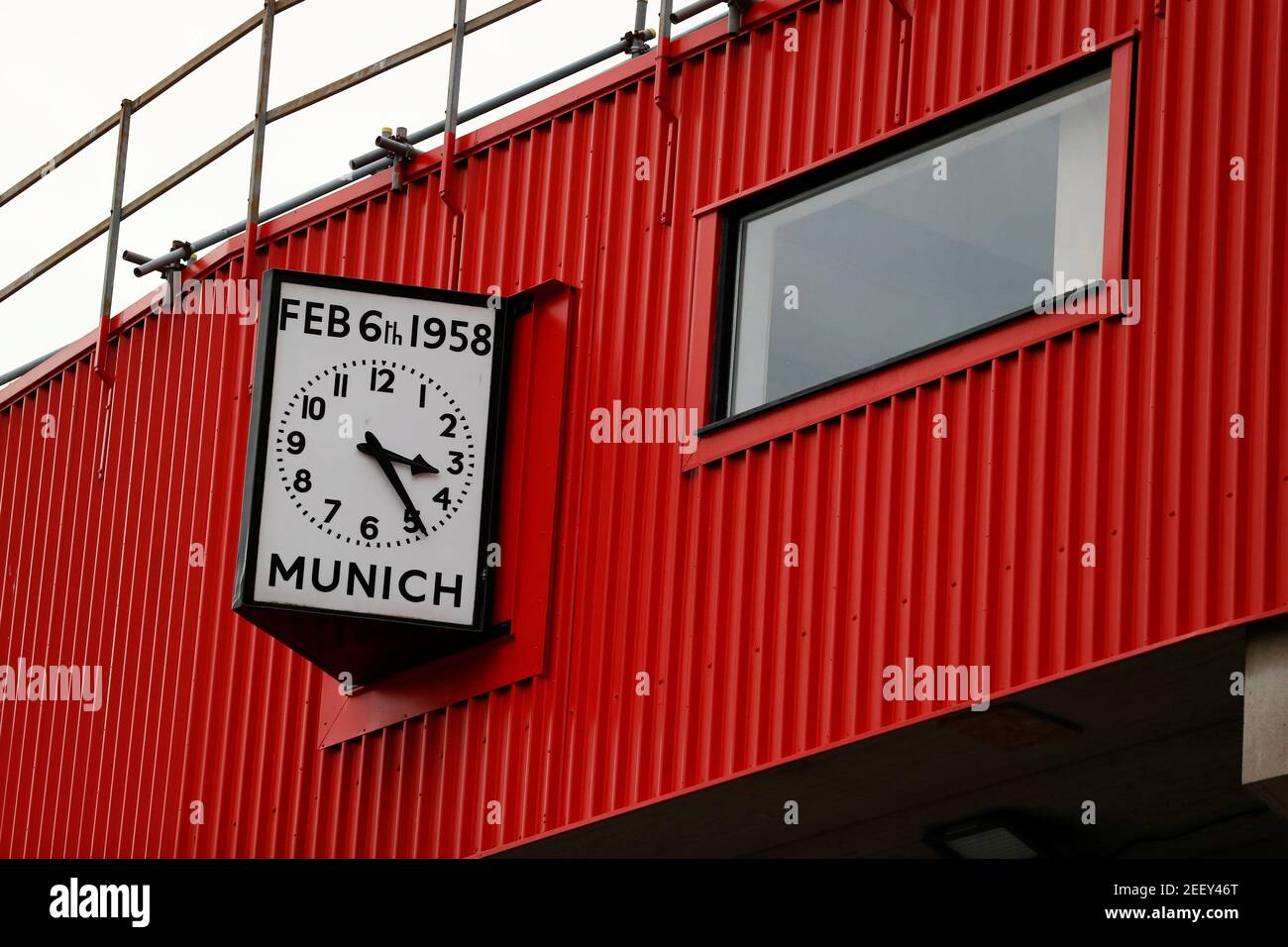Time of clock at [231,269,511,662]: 3:22
